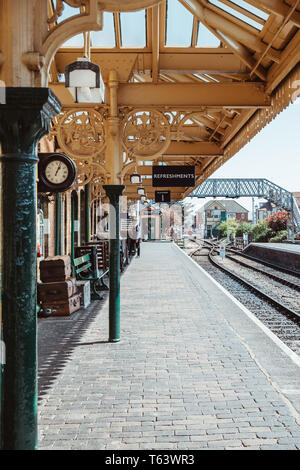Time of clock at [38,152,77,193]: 1:03
